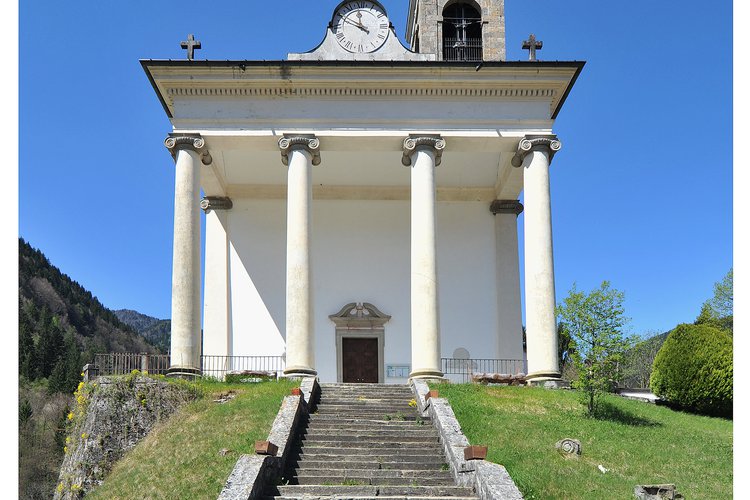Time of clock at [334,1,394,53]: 11:49
